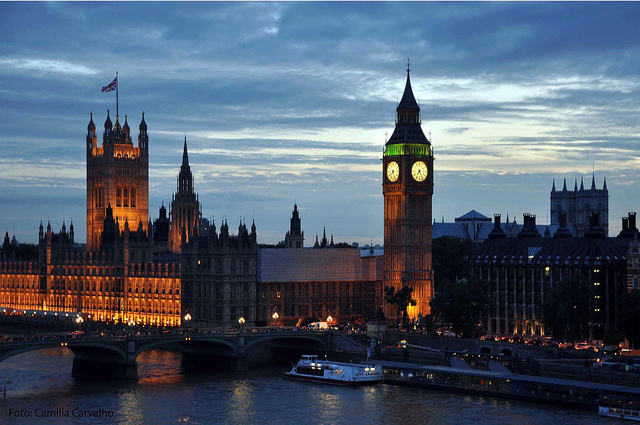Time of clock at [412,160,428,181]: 7:25
